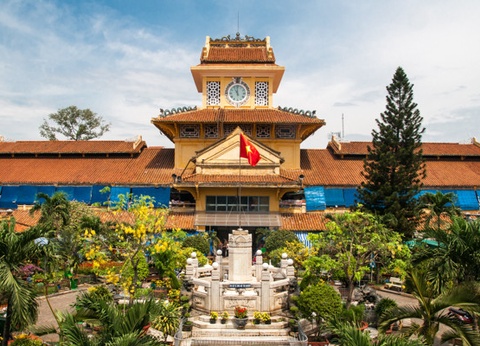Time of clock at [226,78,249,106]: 10:59
